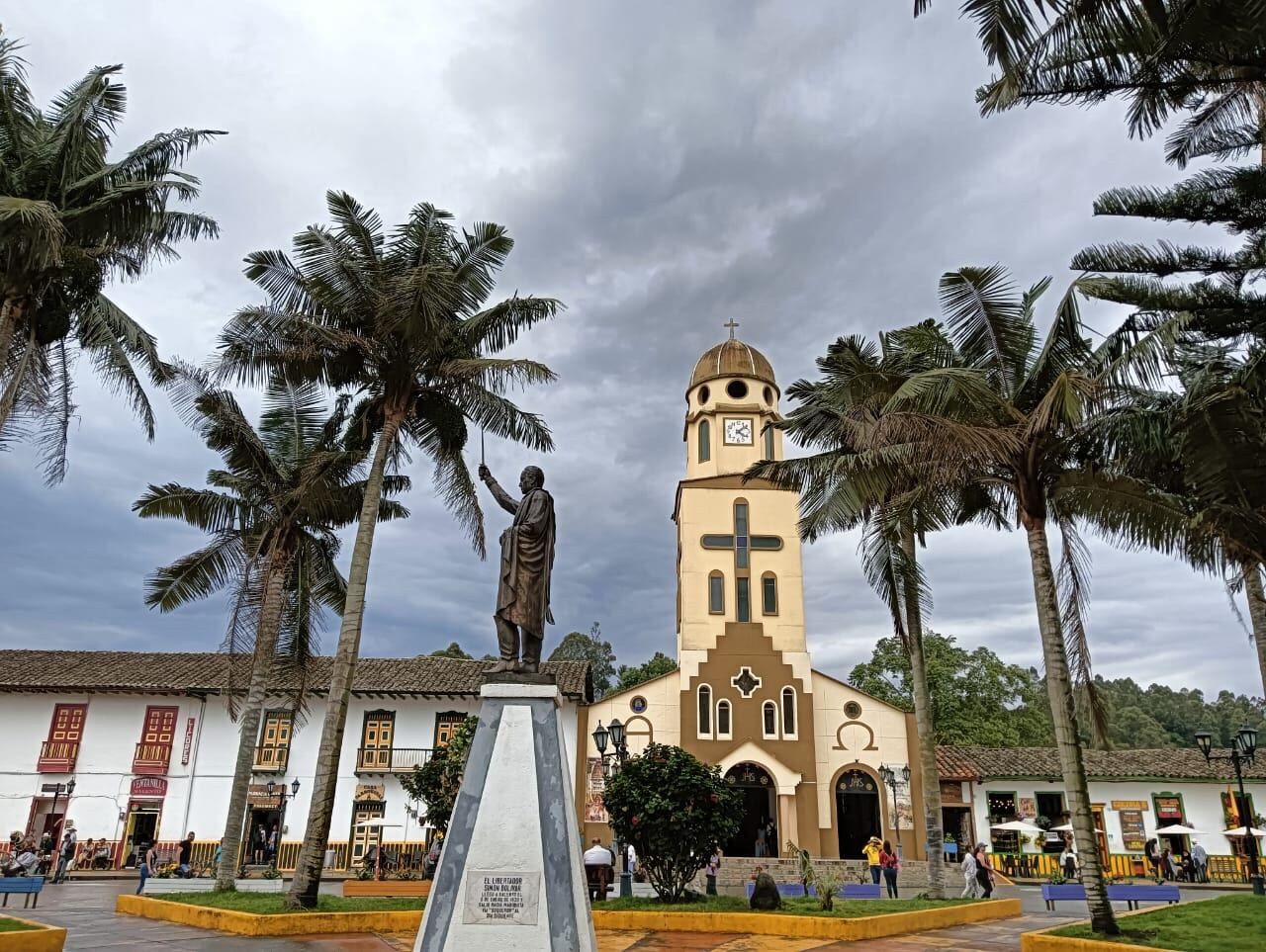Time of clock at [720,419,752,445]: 4:08
